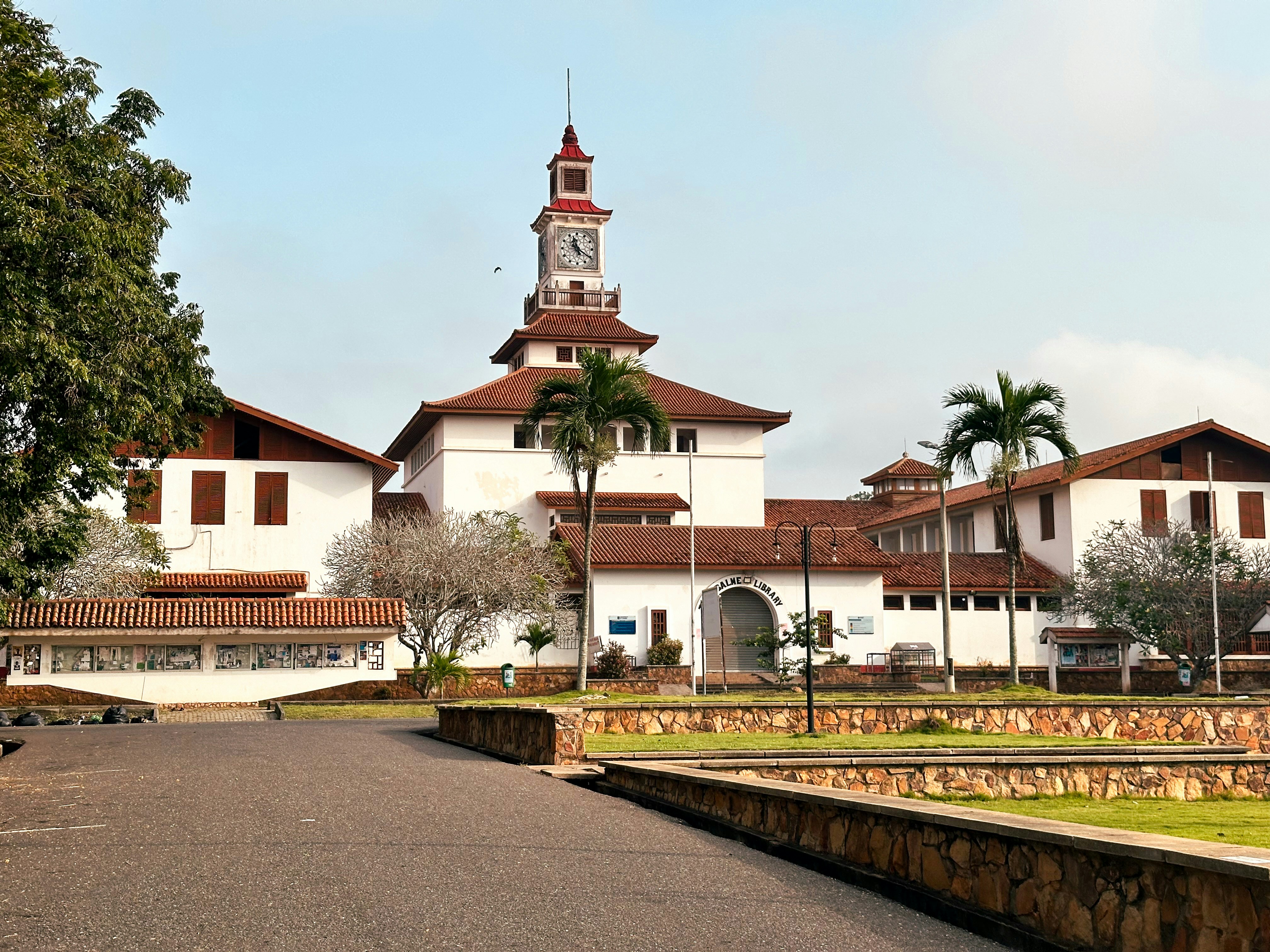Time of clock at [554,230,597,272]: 11:20
